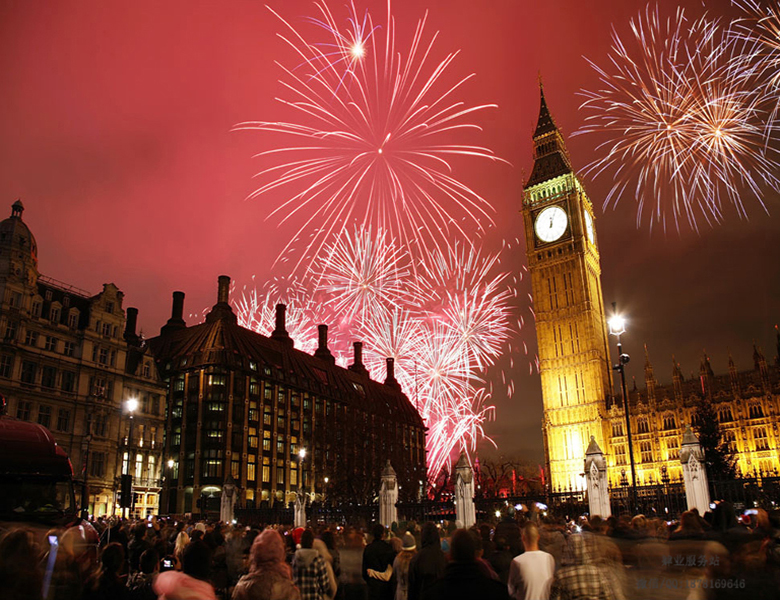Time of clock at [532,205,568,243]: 12:04
